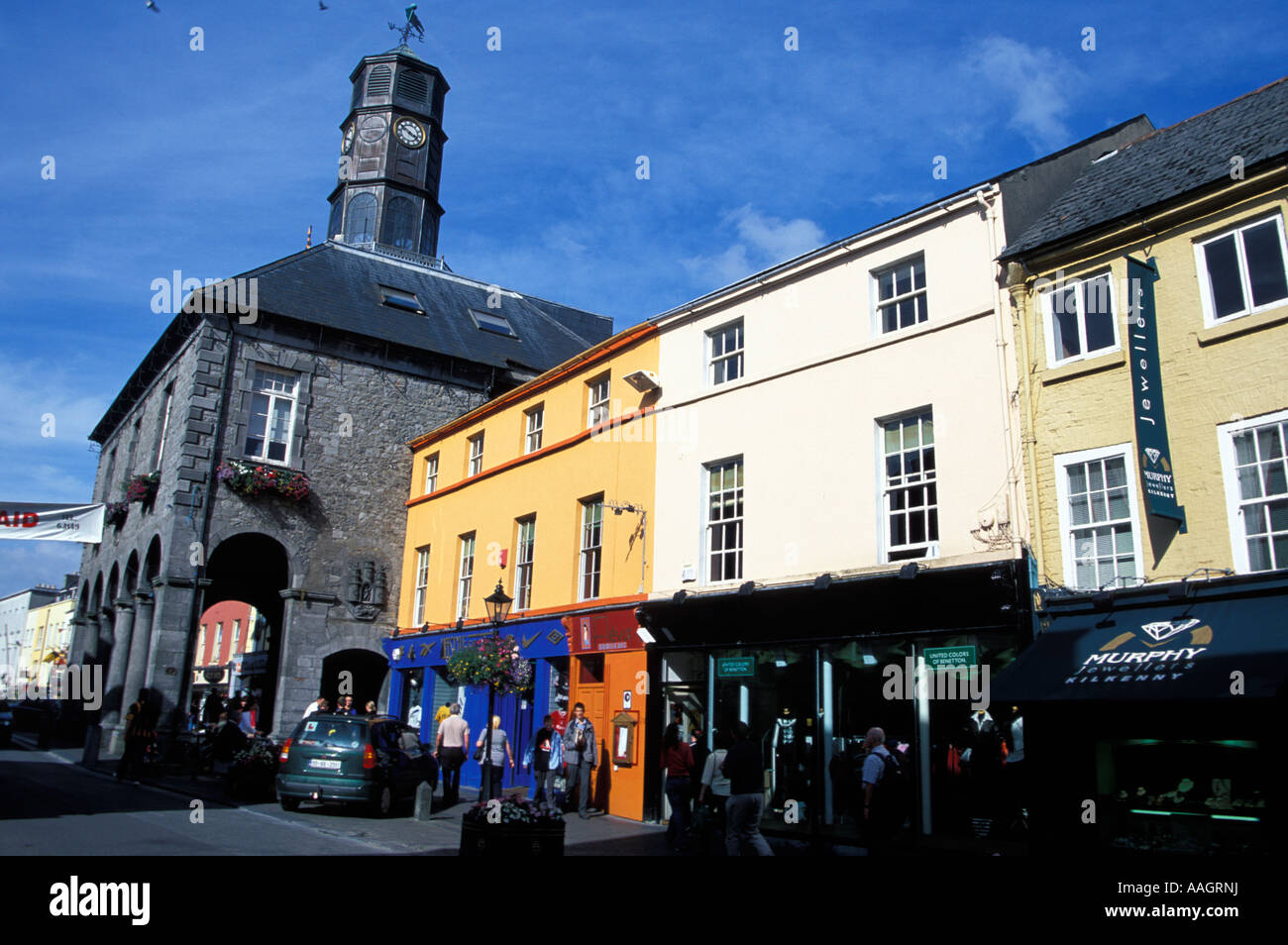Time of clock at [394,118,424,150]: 3:50
